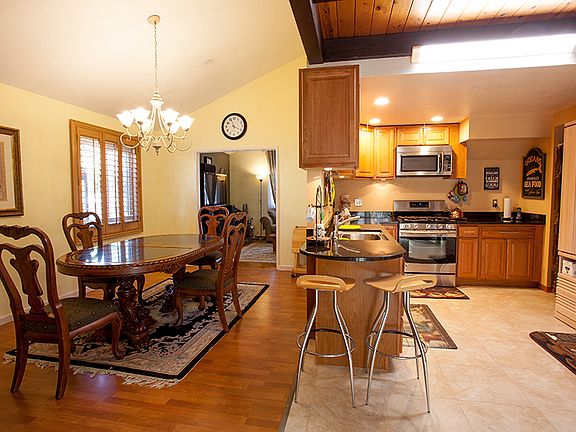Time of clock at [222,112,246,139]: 3:56
